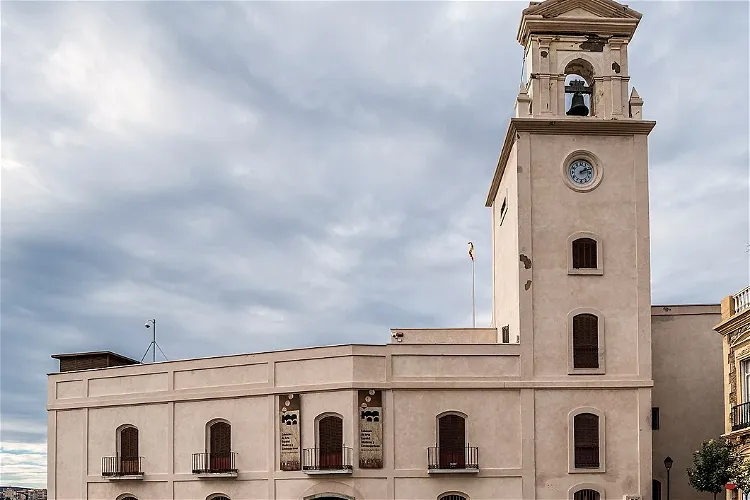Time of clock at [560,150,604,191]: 2:12
